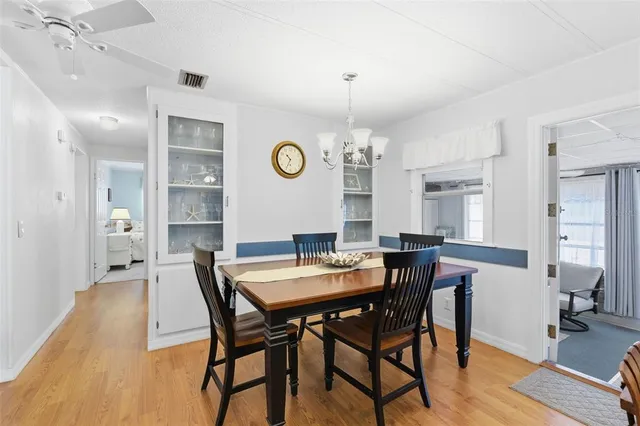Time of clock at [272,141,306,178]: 10:34
